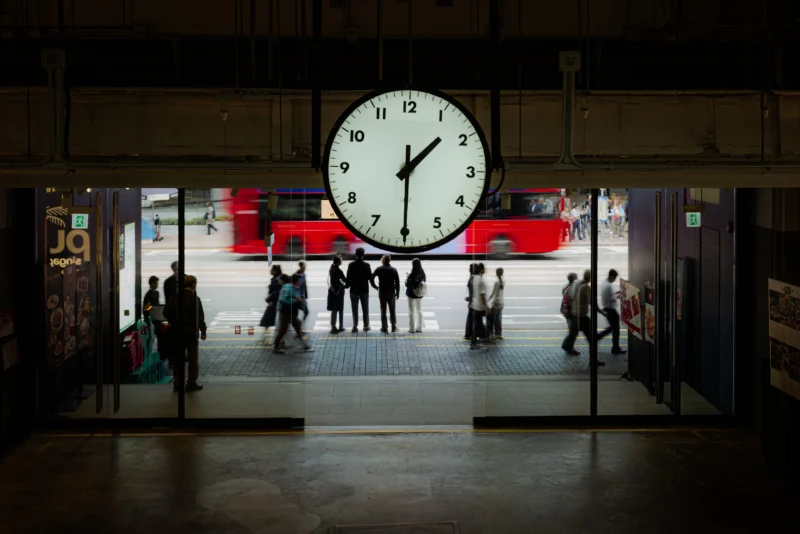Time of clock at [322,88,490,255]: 1:29
